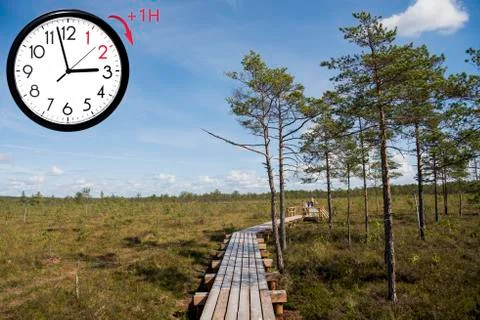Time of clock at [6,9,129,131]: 2:57
